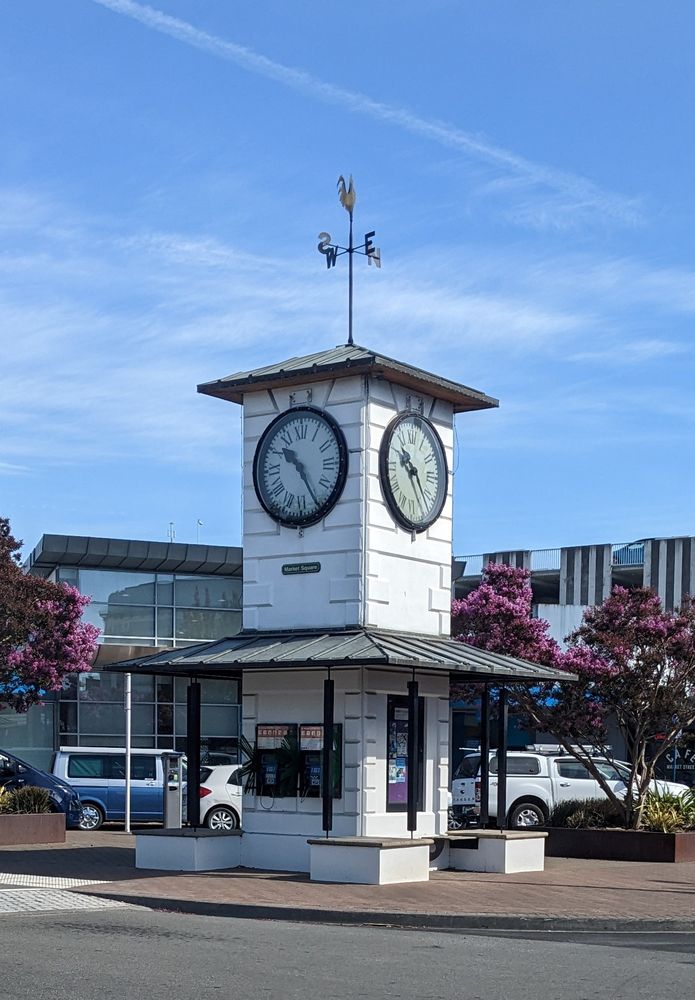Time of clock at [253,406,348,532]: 10:24
